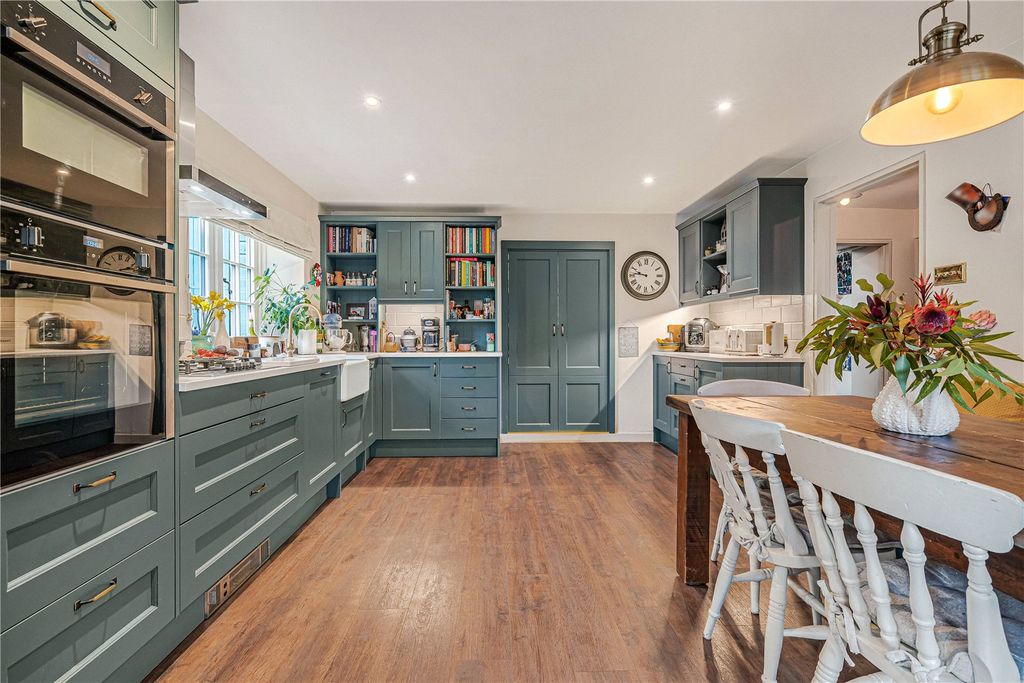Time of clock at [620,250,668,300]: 9:46
